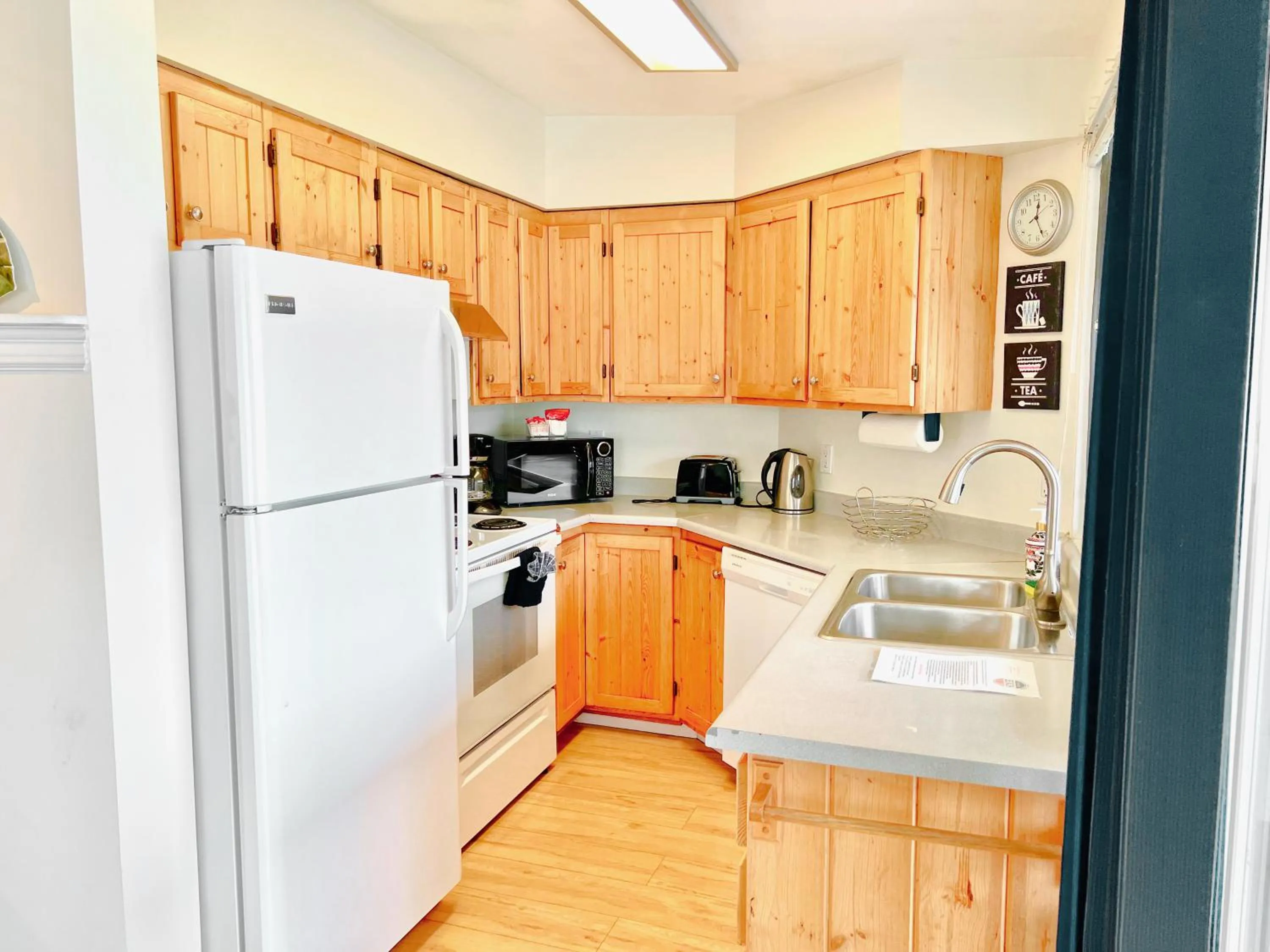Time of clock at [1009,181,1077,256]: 12:26
